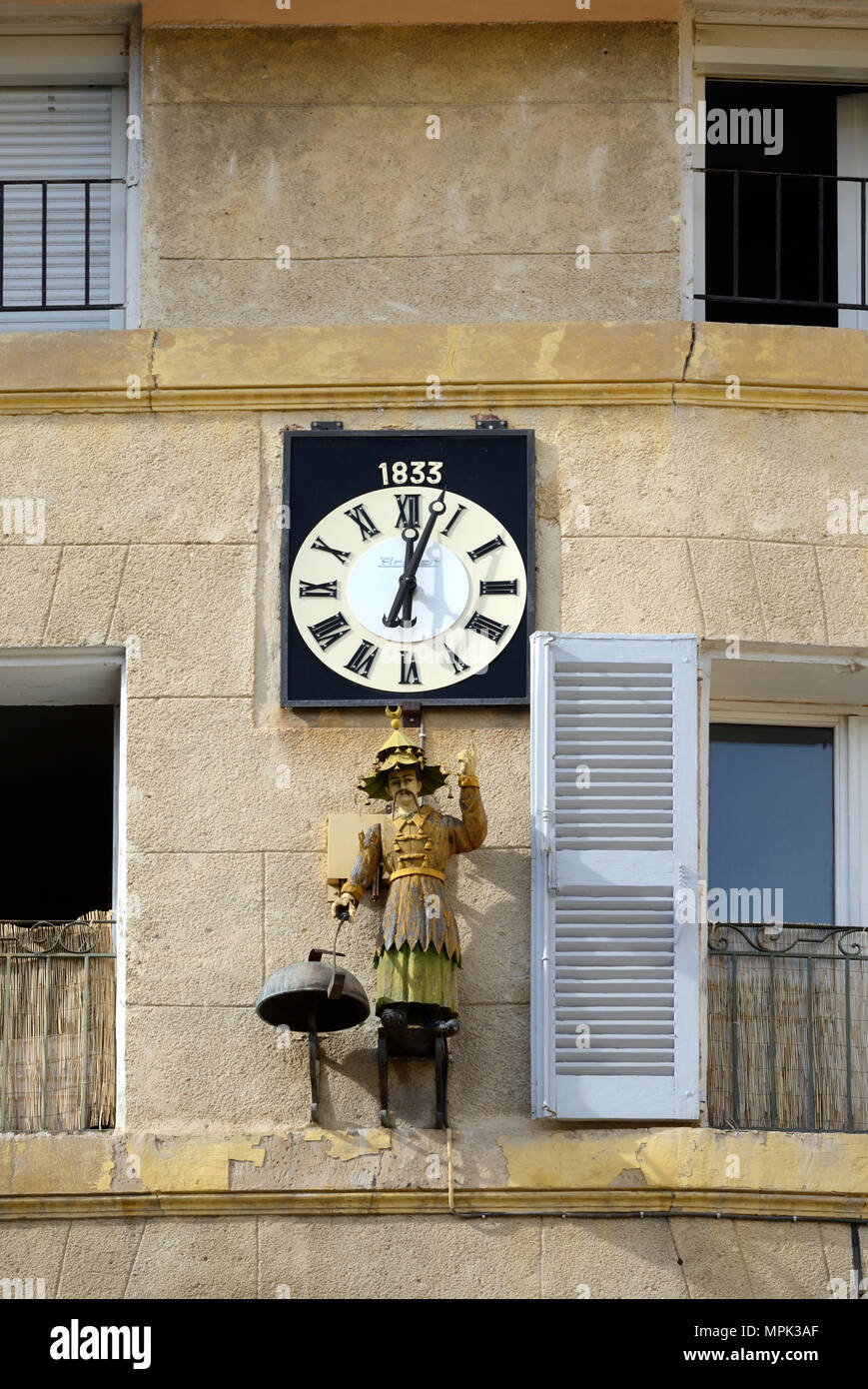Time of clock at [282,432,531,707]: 12:03
